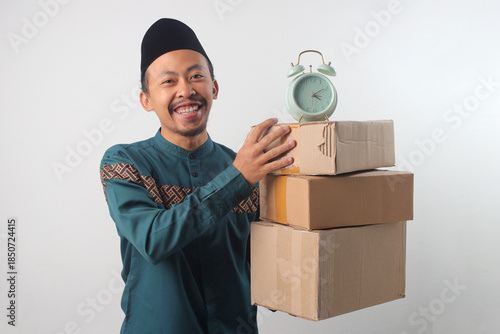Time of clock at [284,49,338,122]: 4:10
